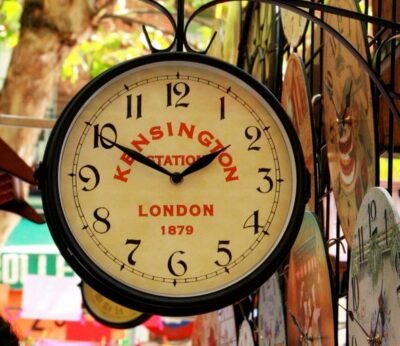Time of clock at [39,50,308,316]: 1:49
